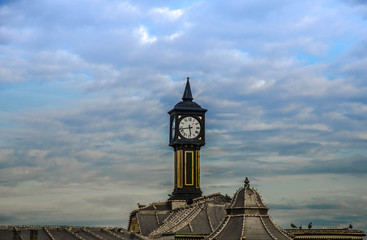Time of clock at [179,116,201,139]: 5:42
